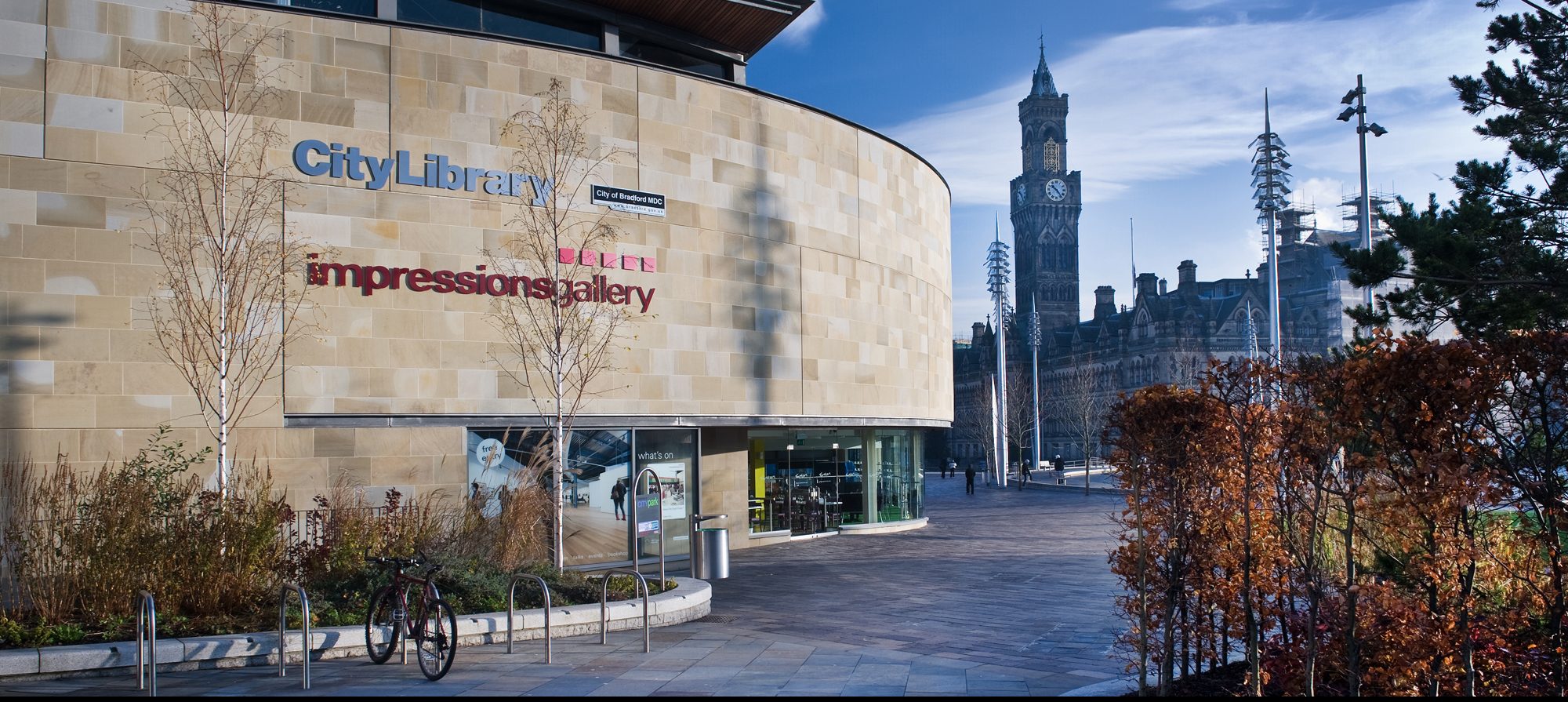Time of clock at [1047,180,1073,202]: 10:23
